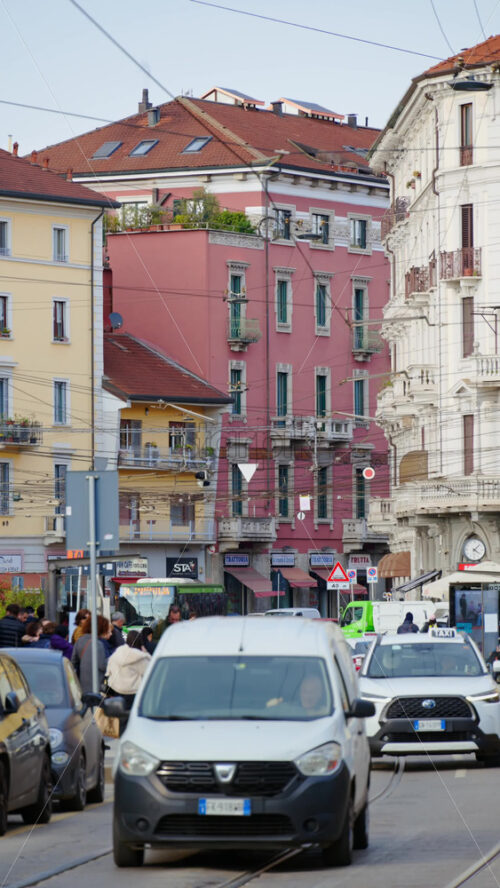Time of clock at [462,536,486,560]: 4:07
